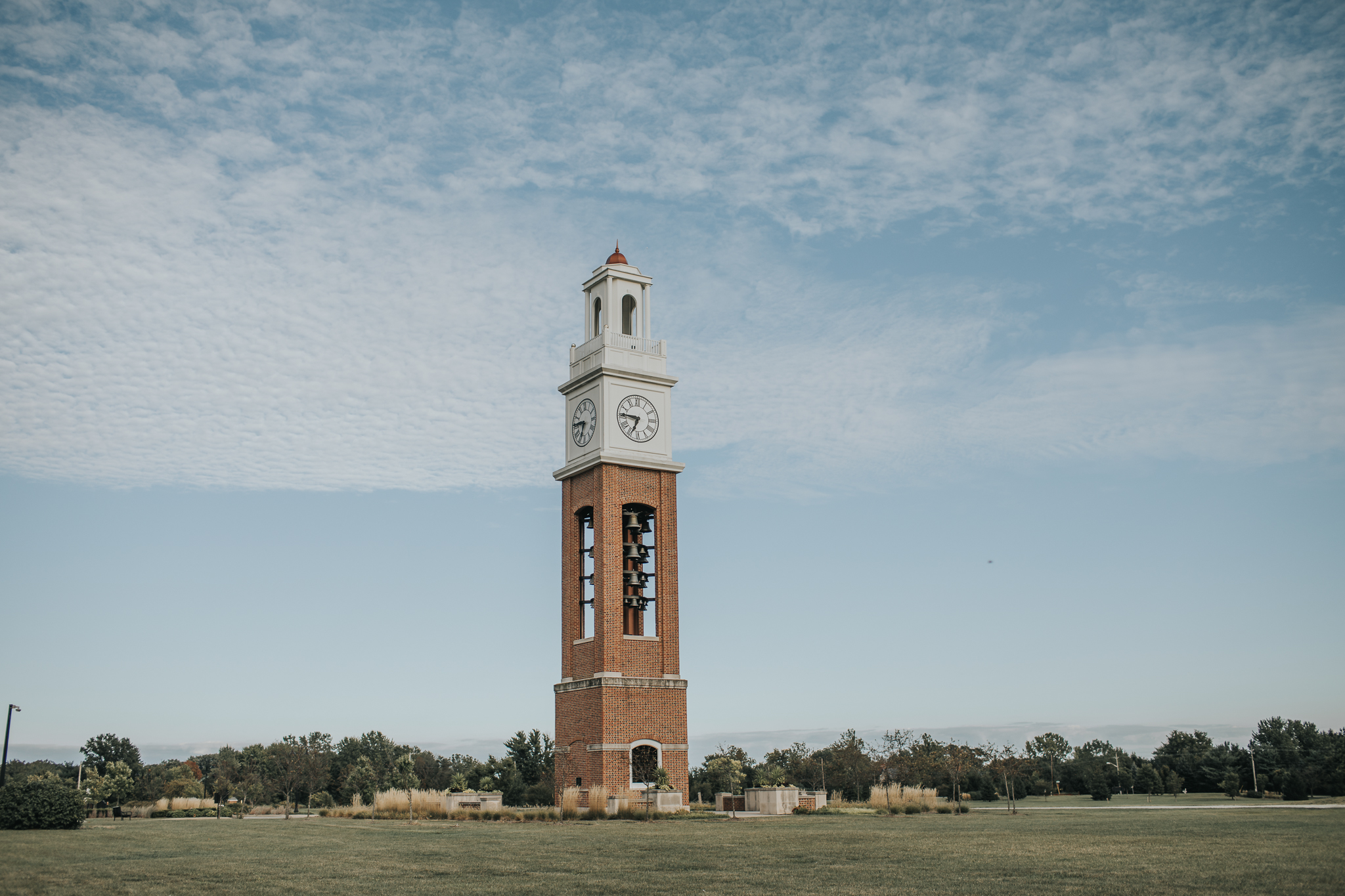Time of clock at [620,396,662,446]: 6:45
